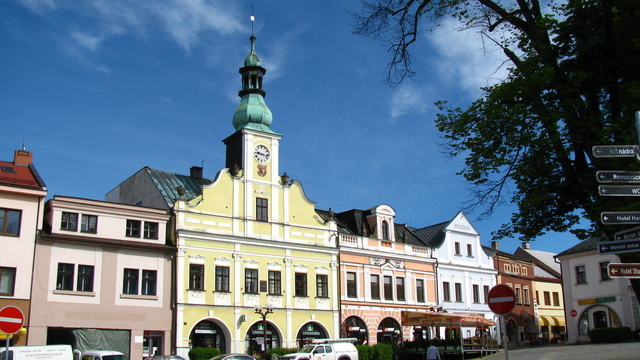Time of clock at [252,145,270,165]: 9:16
